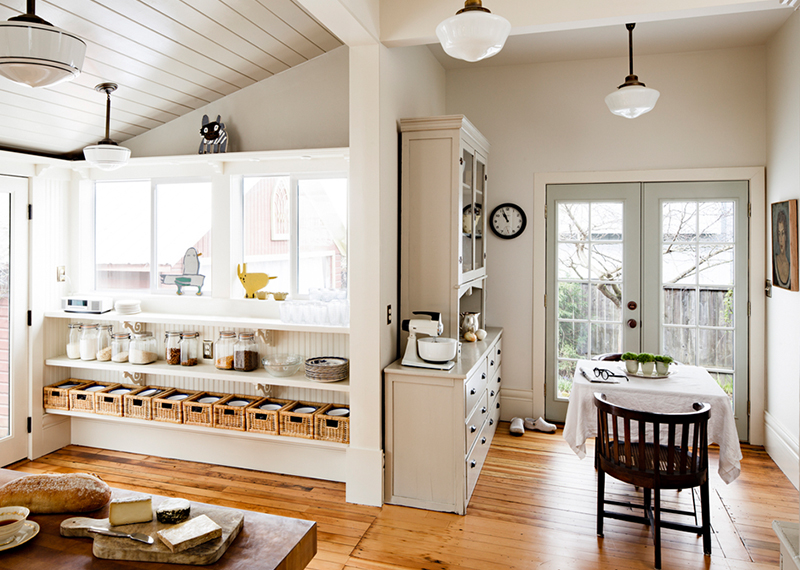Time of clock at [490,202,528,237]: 10:56
